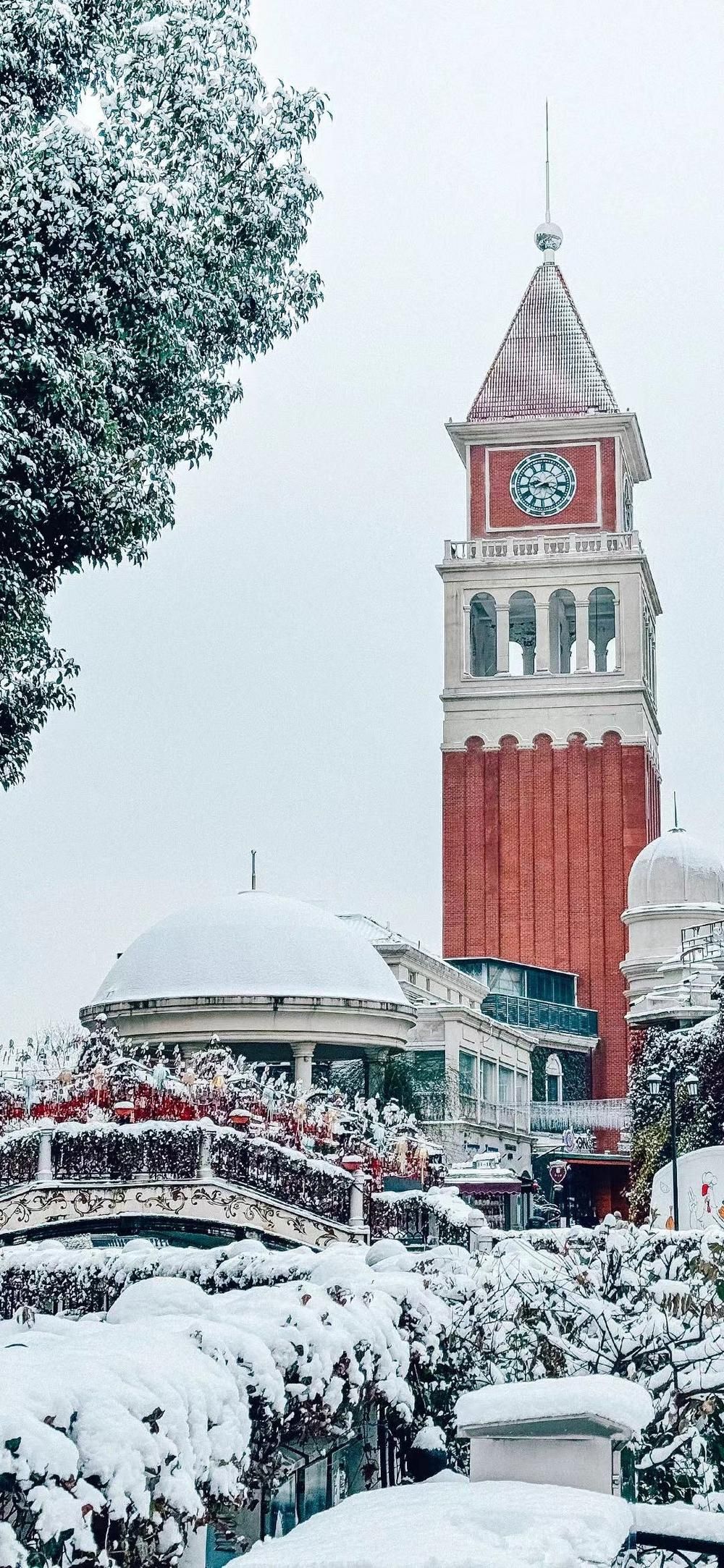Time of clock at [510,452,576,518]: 8:18
